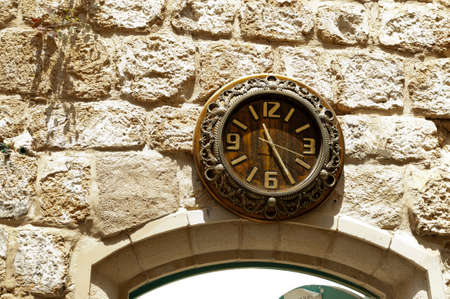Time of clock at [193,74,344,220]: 11:25
